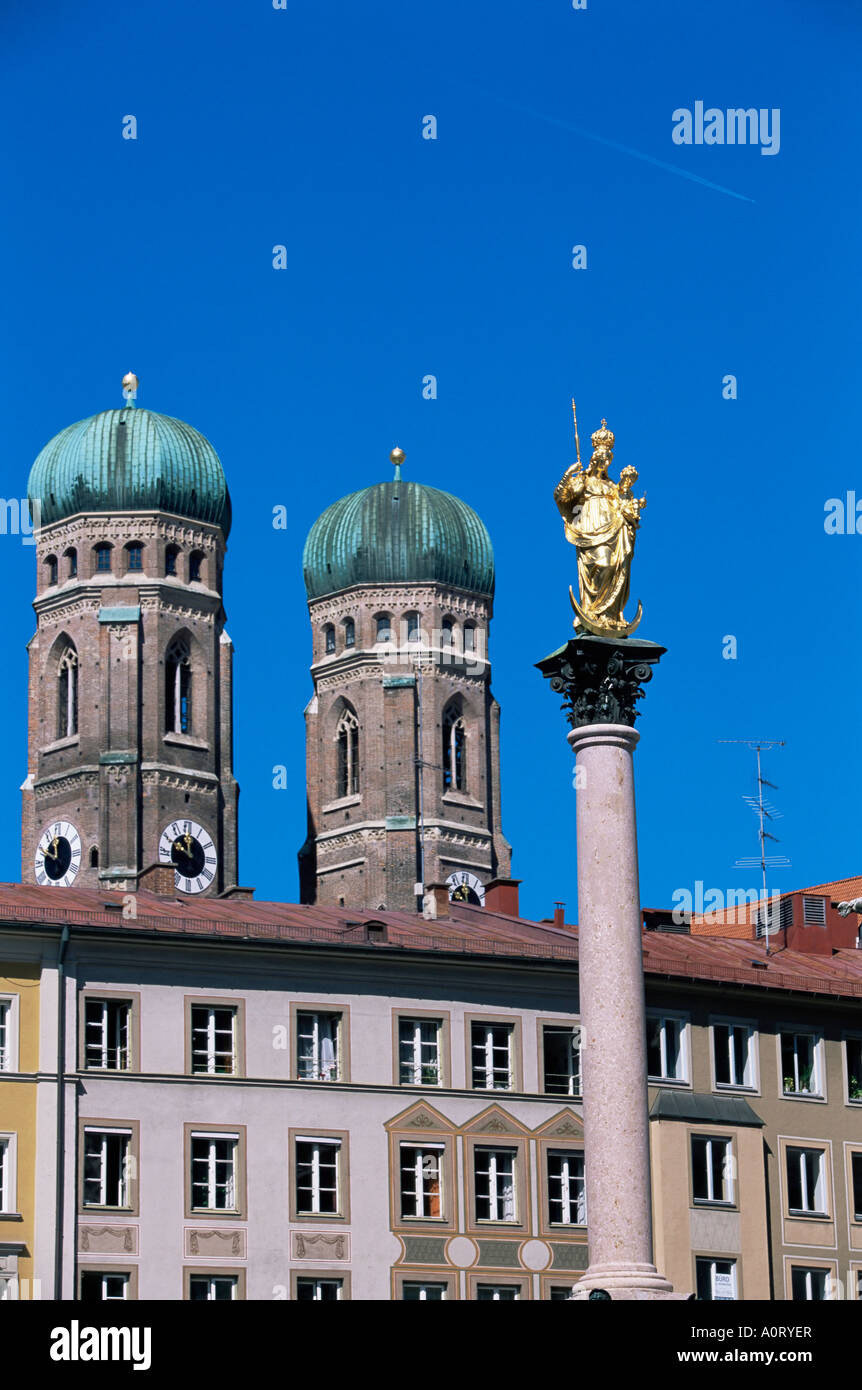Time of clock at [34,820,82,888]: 11:49
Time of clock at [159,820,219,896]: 11:49
